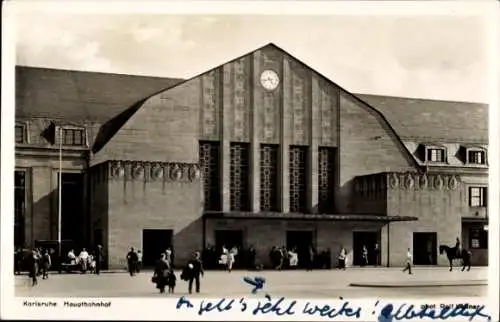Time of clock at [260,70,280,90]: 4:42
